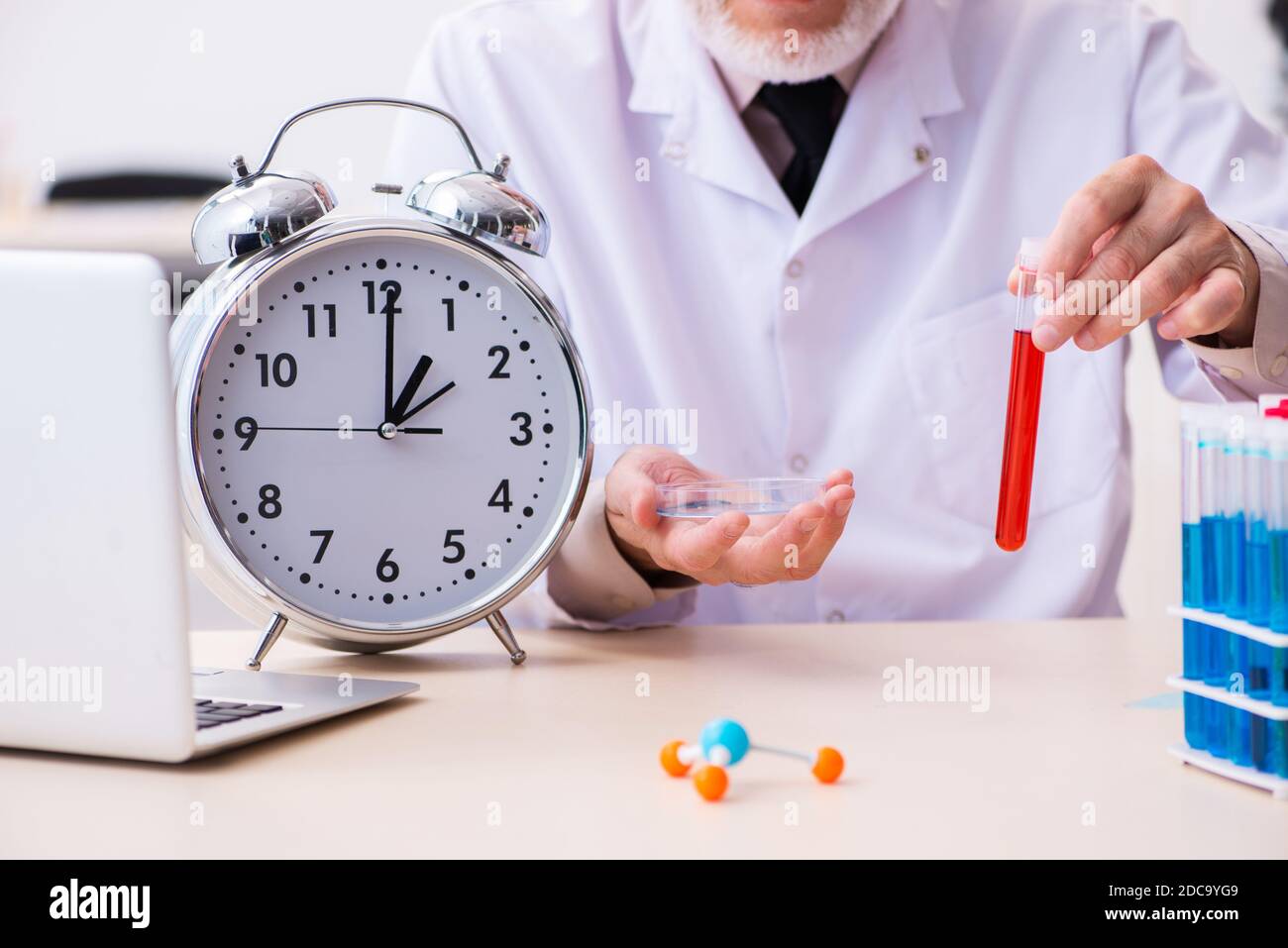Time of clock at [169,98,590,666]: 1:00
